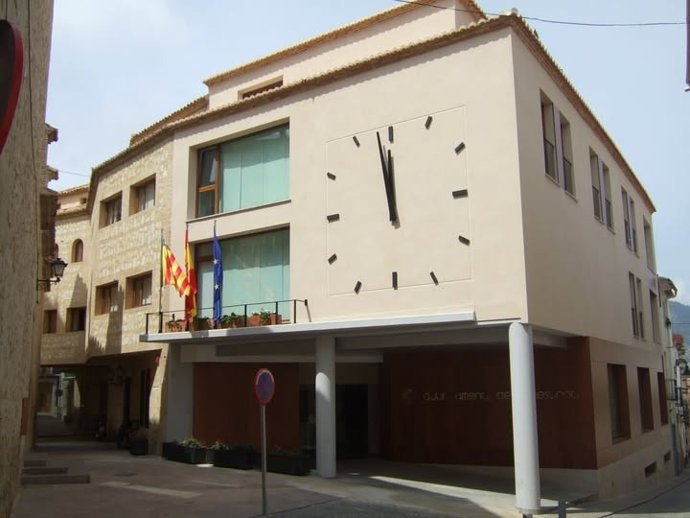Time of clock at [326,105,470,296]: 11:58
